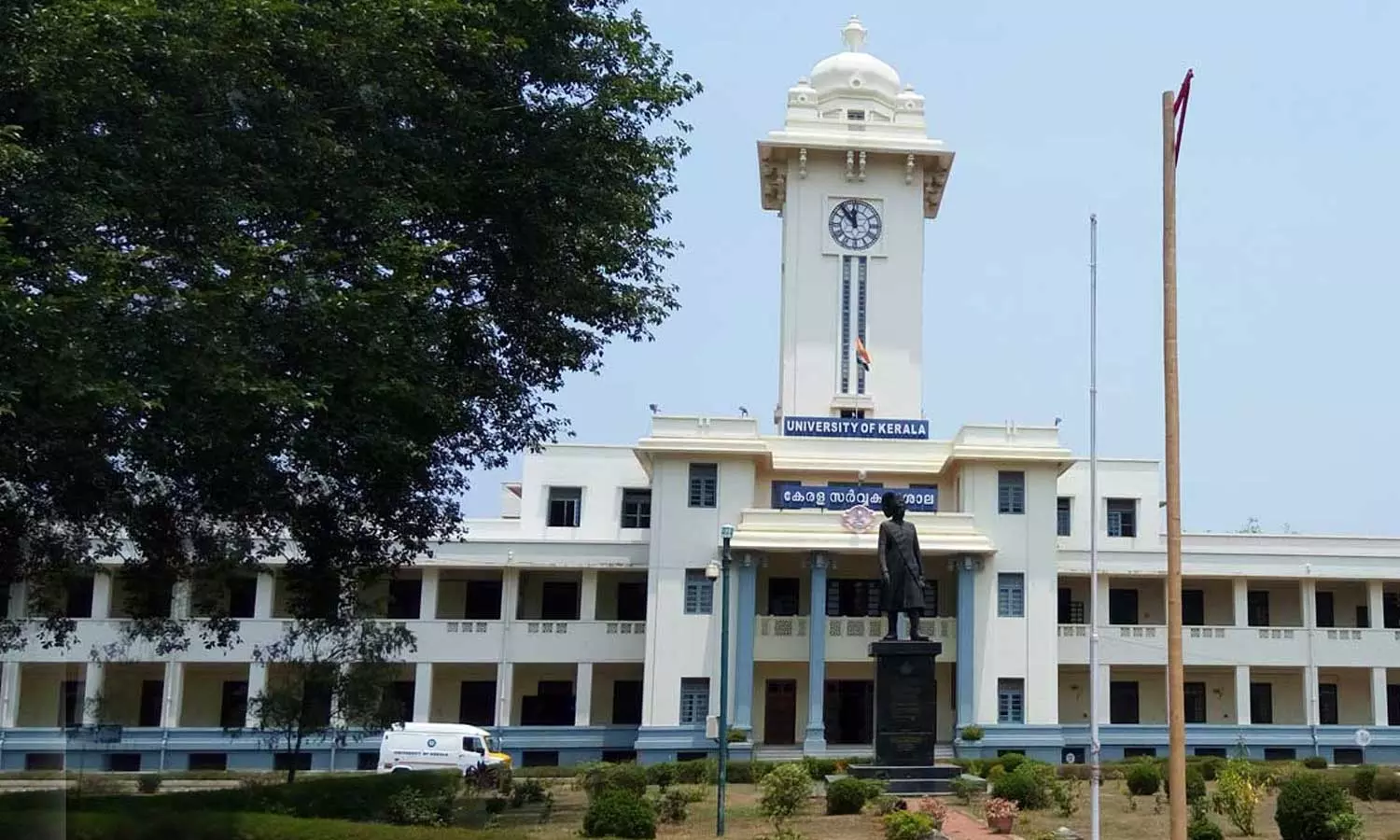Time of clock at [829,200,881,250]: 11:53
